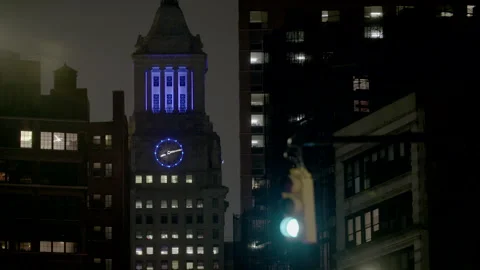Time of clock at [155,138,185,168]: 8:12
